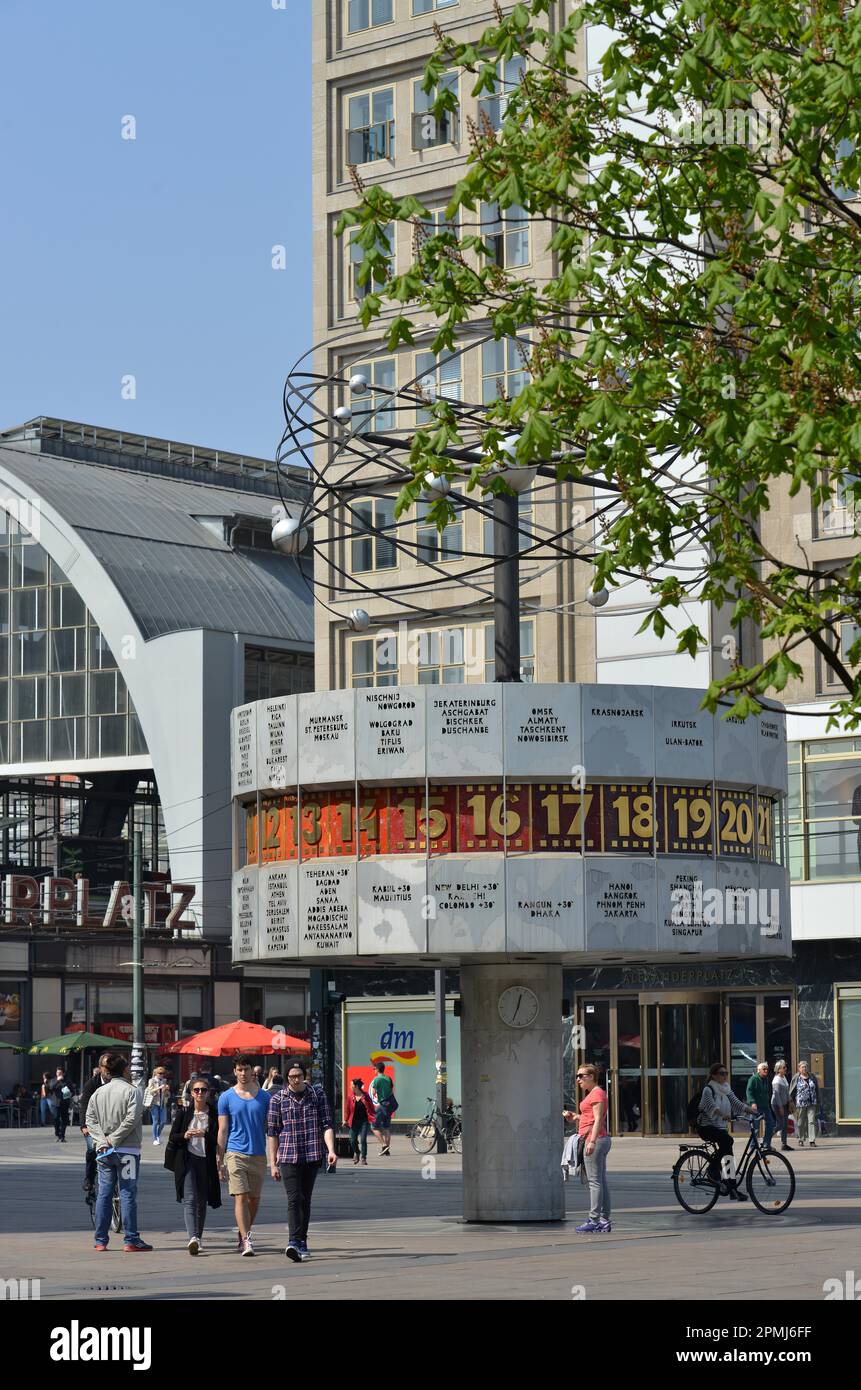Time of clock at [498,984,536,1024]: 12:34
